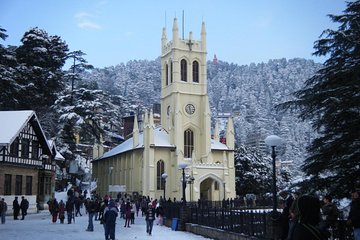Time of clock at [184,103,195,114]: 11:28
